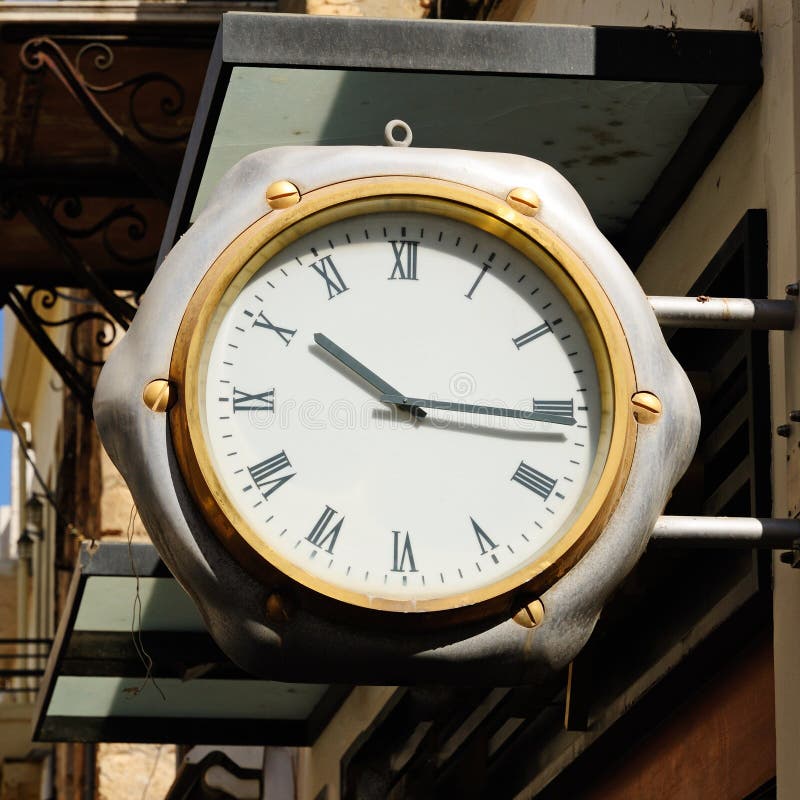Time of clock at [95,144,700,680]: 10:15
